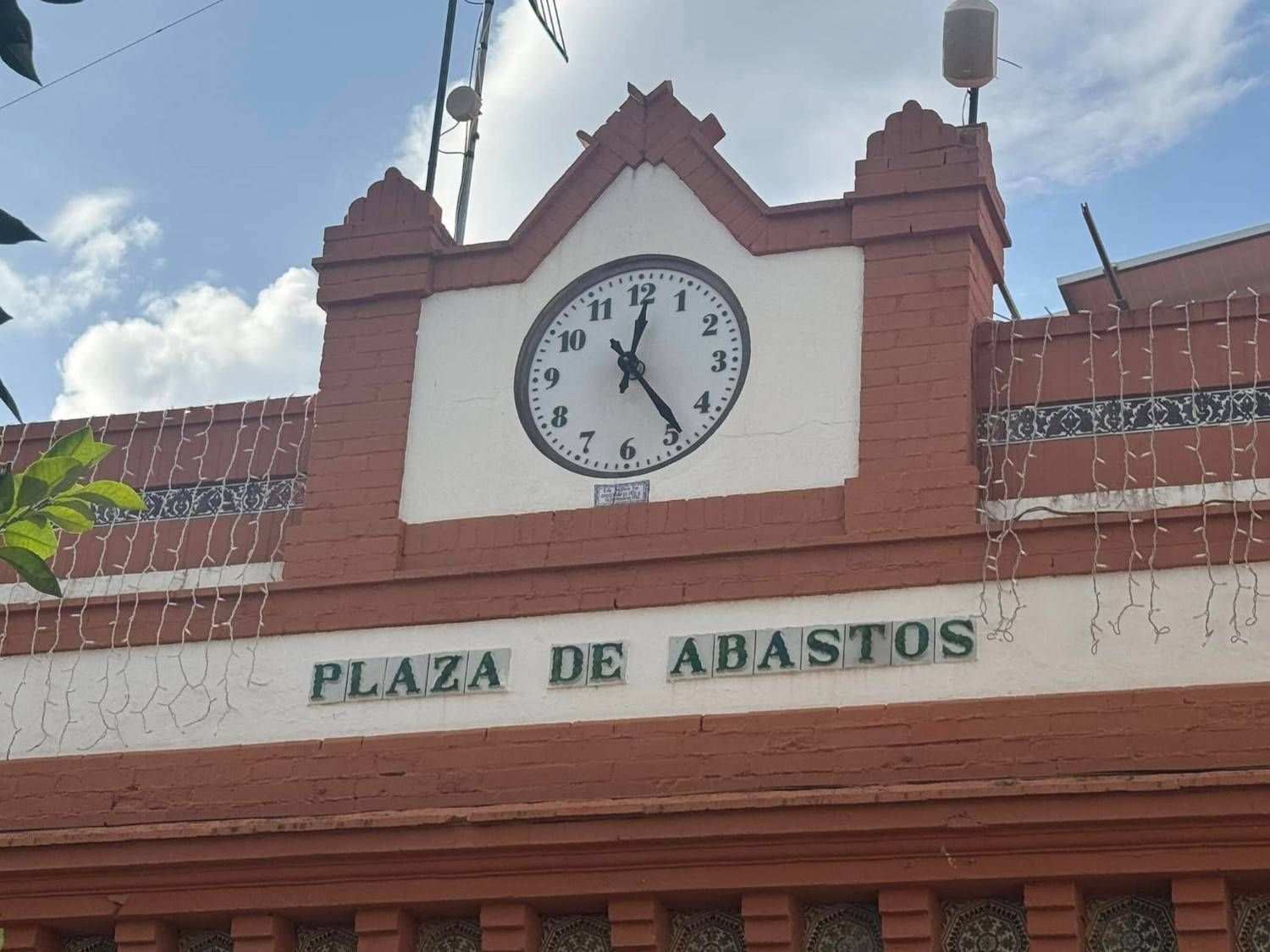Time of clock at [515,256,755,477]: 12:23
